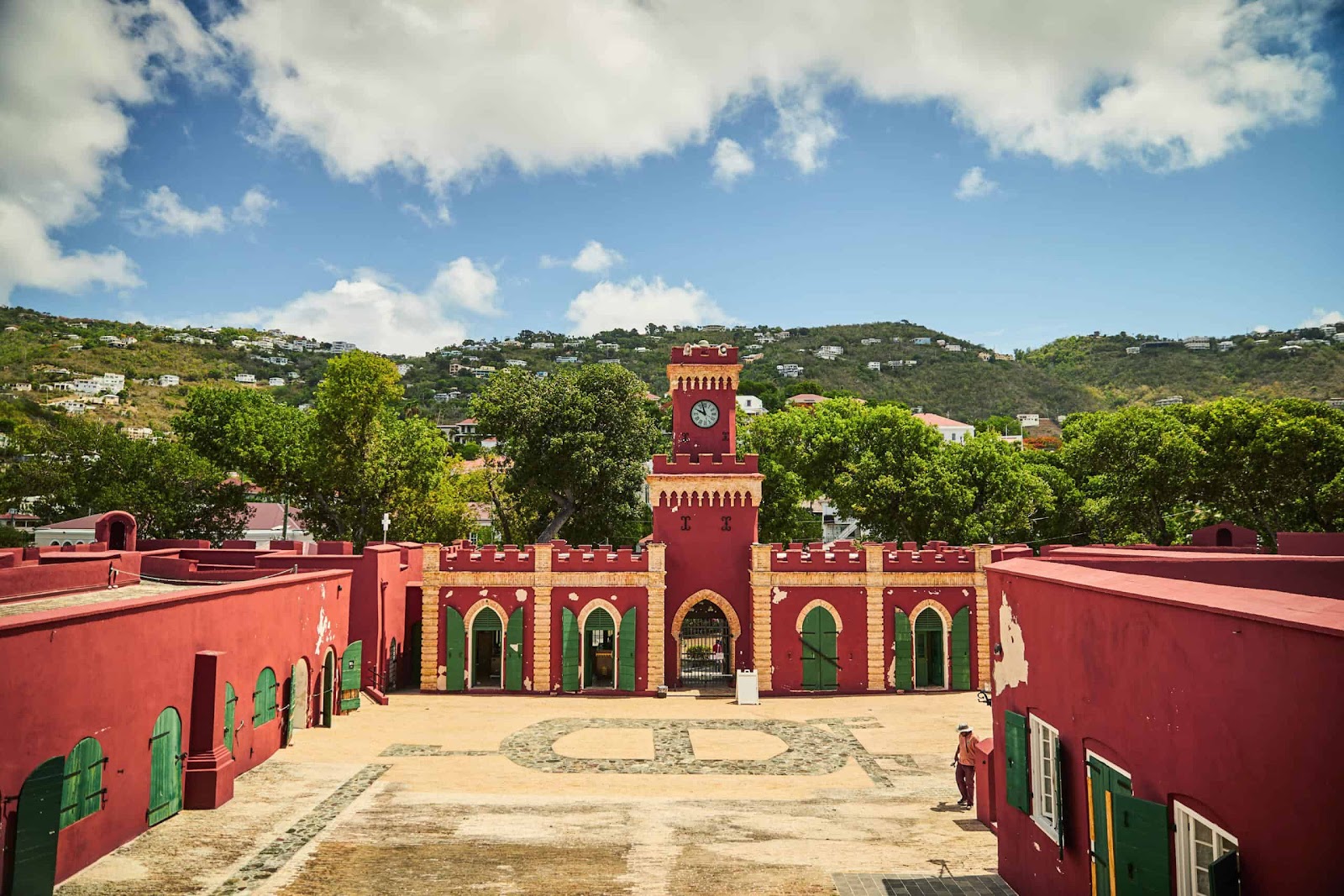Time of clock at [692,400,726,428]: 9:57
